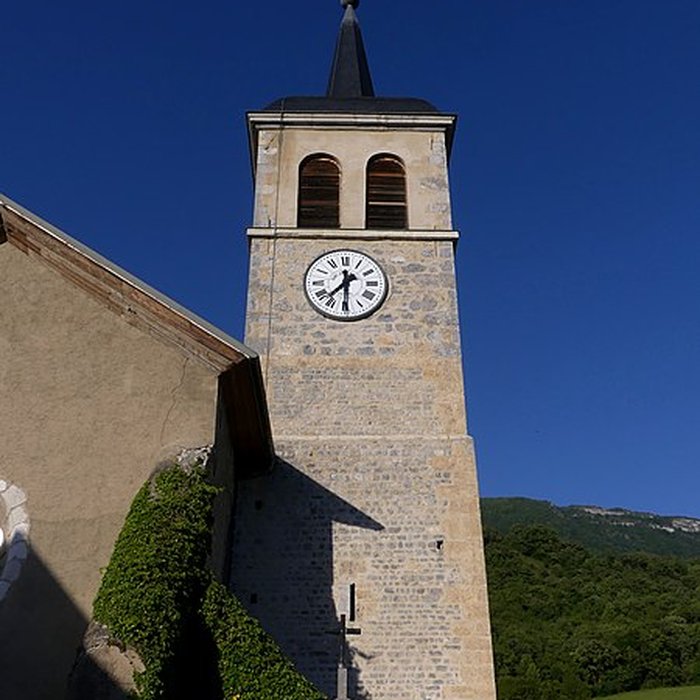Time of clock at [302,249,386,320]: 7:30
